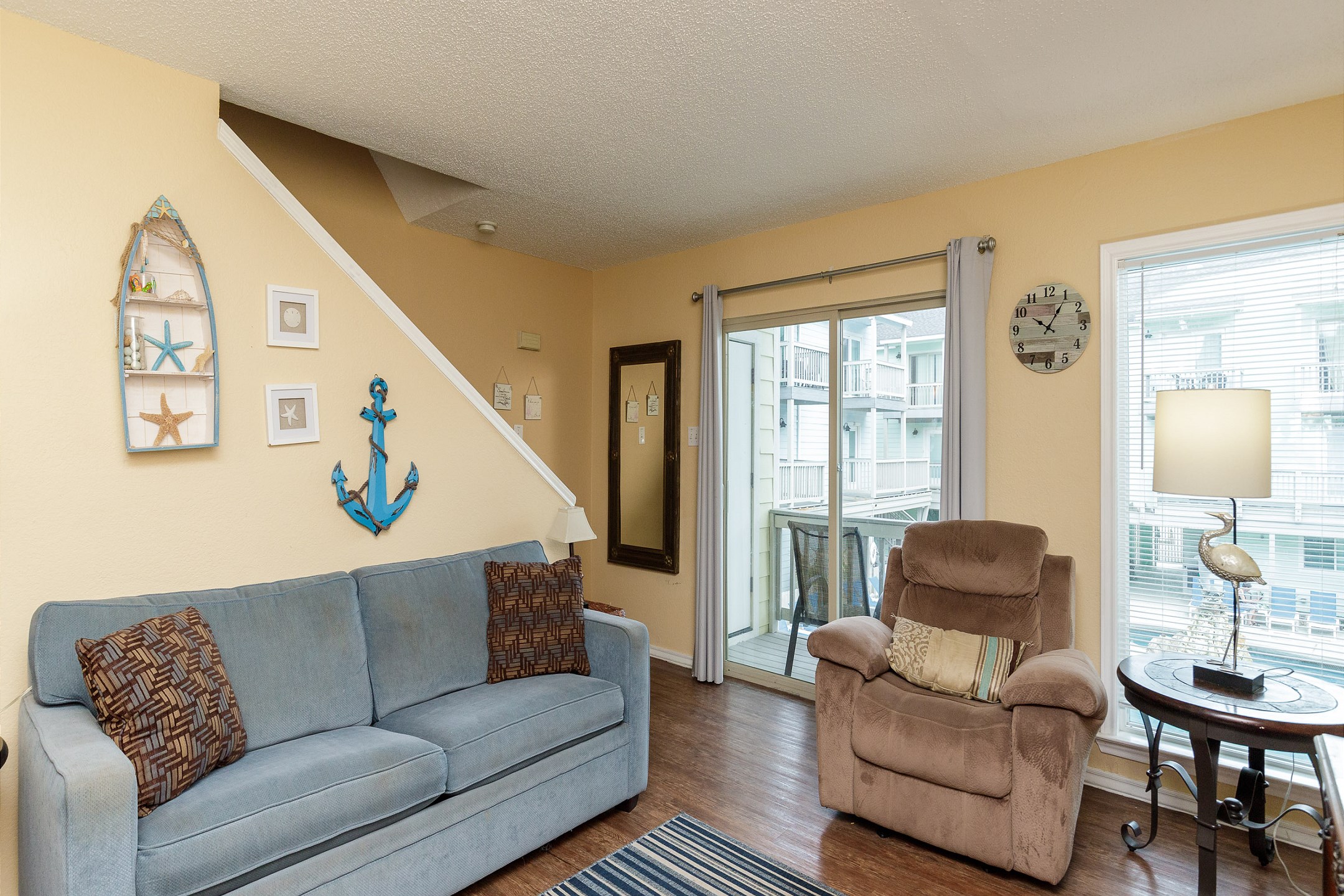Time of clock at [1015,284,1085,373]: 10:05
